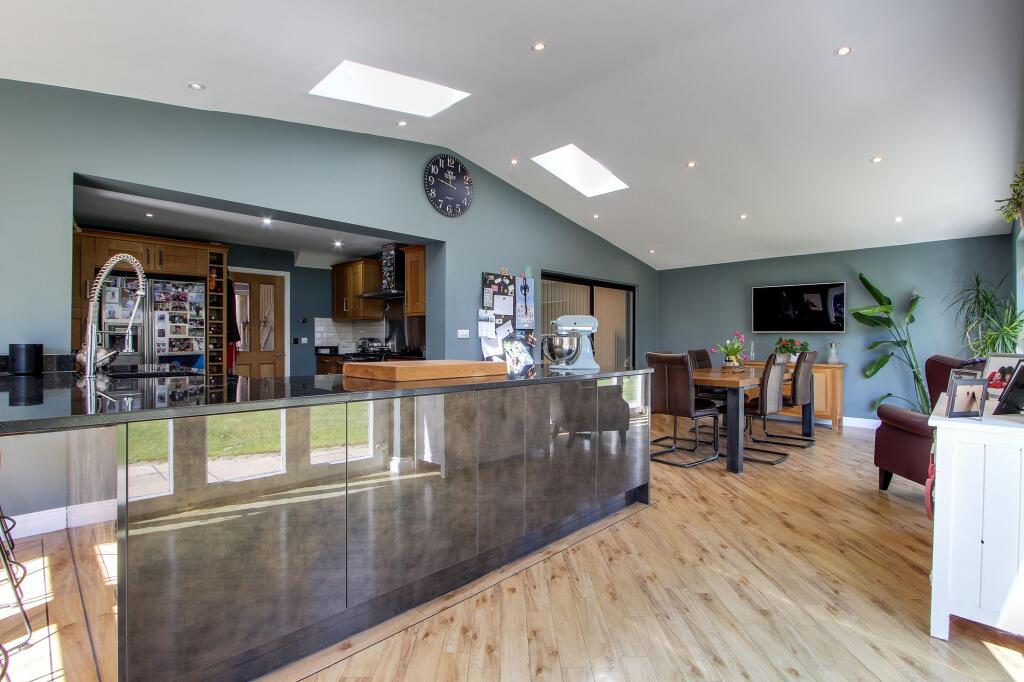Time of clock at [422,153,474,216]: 11:46
